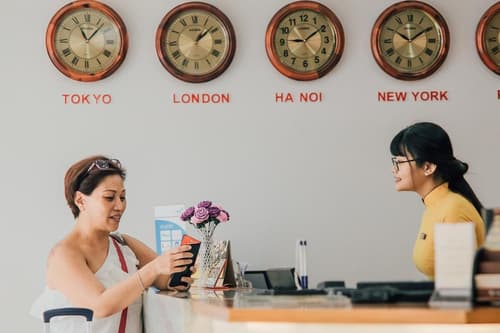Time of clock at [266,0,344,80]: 9:09
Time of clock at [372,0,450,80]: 10:09
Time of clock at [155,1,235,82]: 1:08
